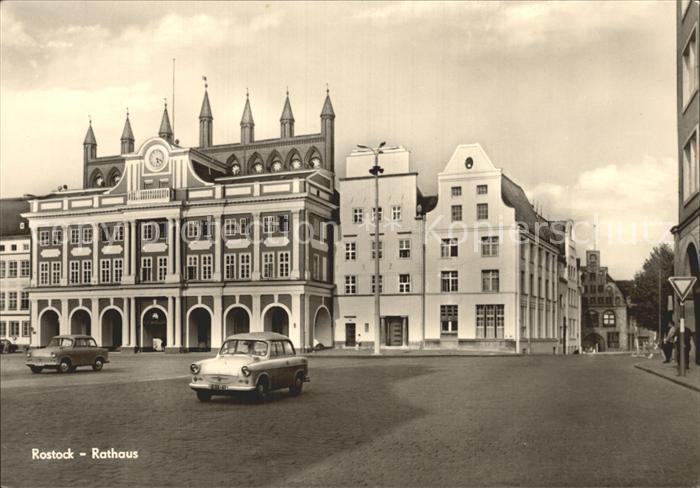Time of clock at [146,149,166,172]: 5:18
